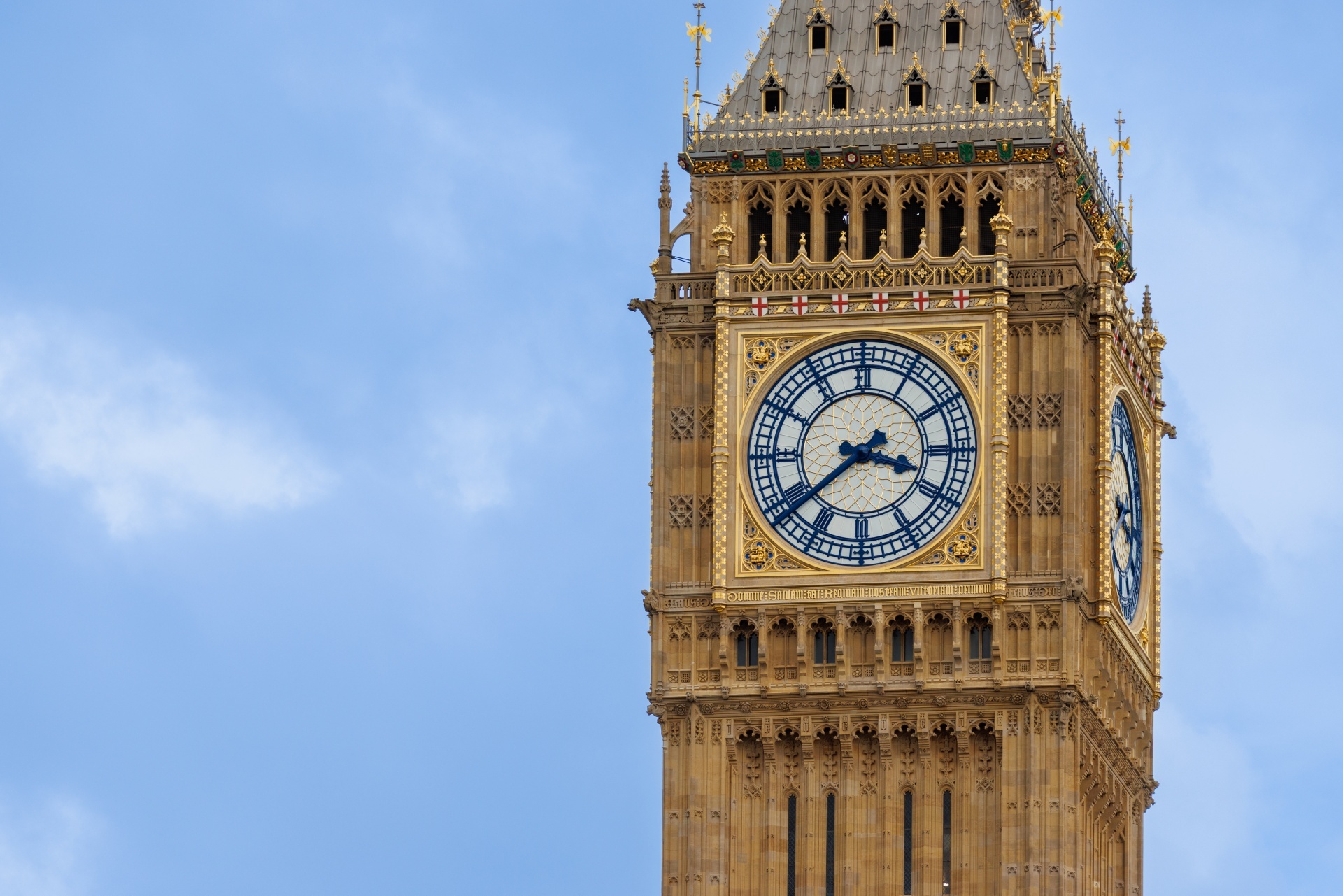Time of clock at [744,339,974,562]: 3:38
